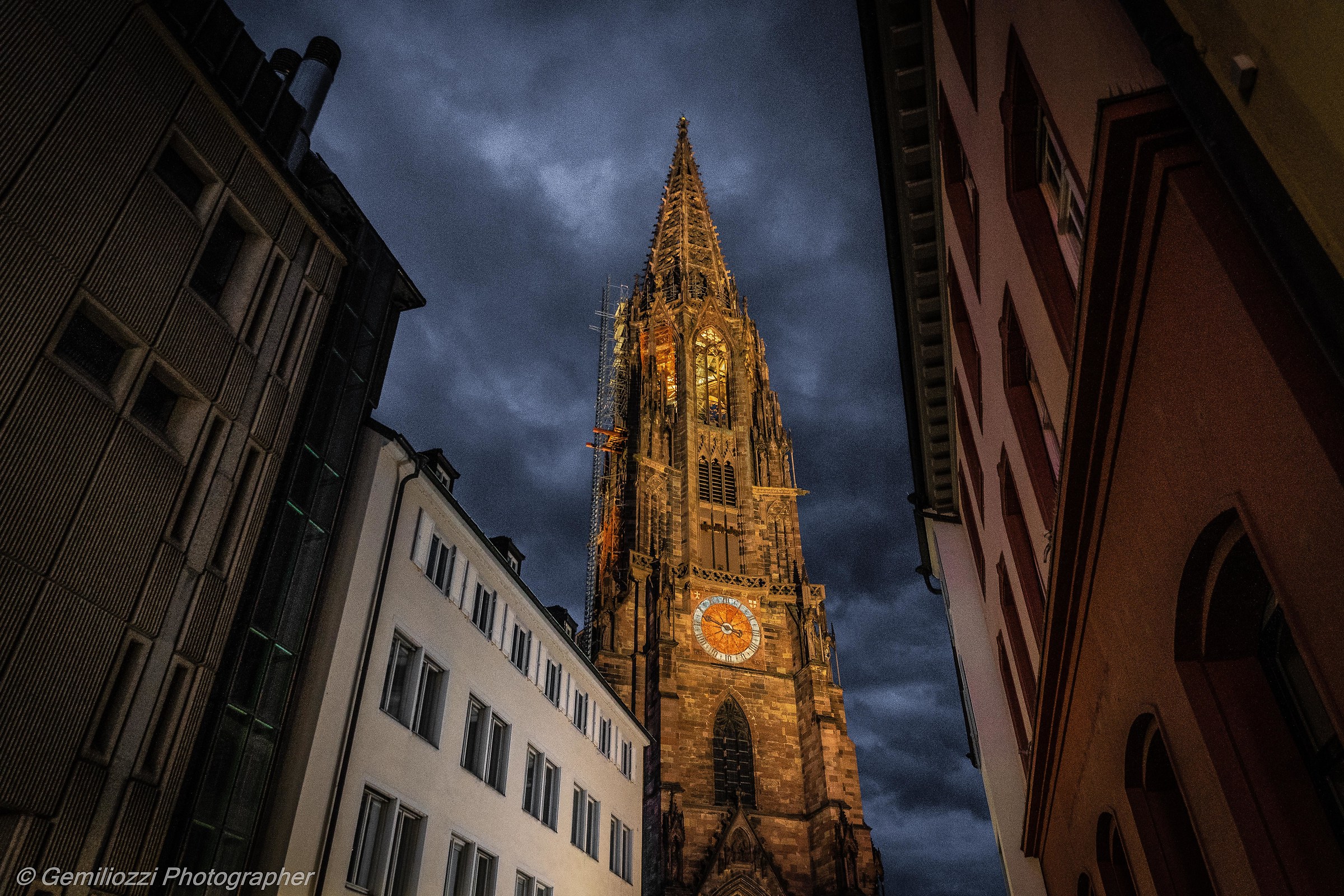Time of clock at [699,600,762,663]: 3:48
